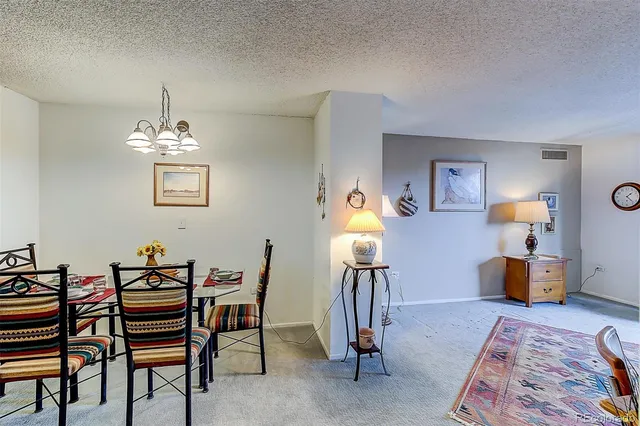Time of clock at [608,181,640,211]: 1:23
